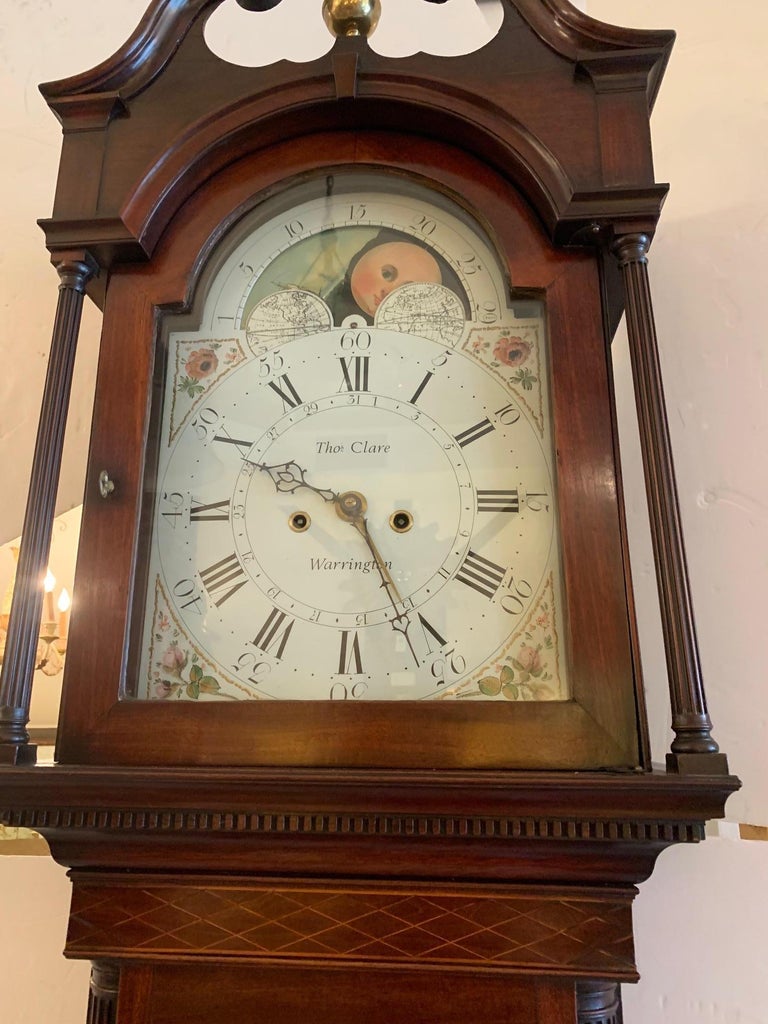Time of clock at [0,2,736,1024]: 9:25
